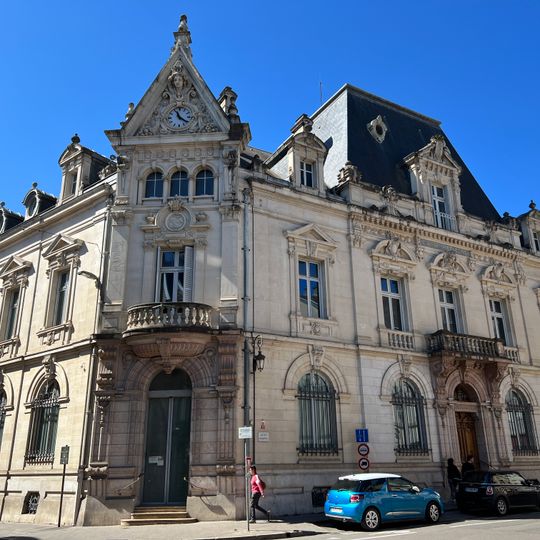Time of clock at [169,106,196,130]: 11:21
